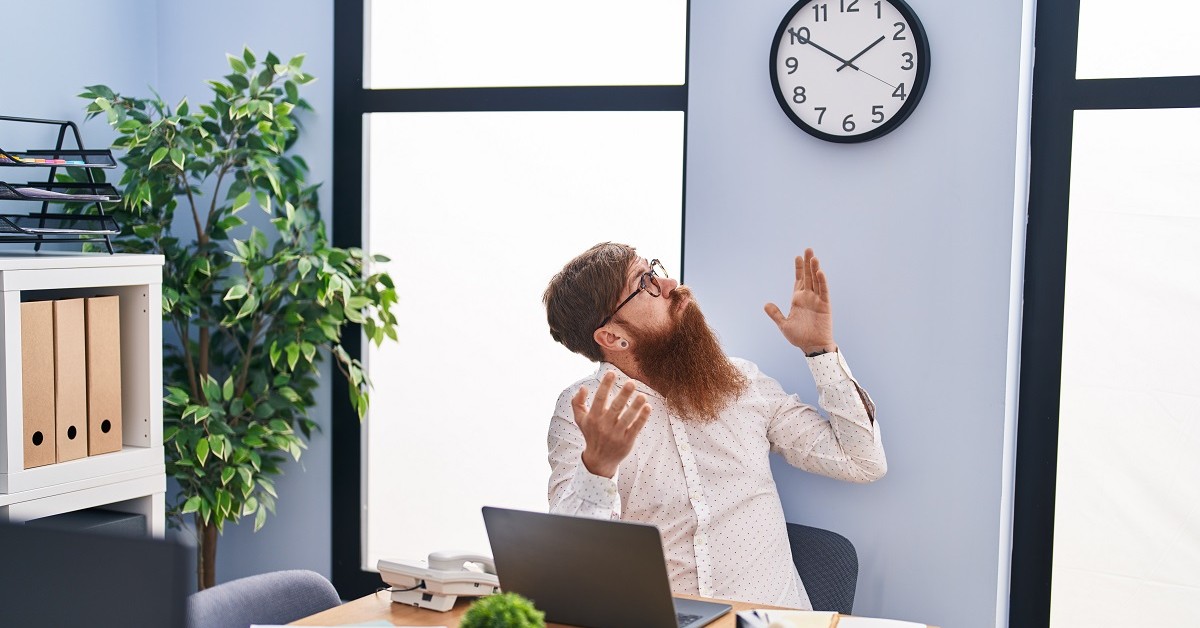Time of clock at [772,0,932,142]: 1:50
